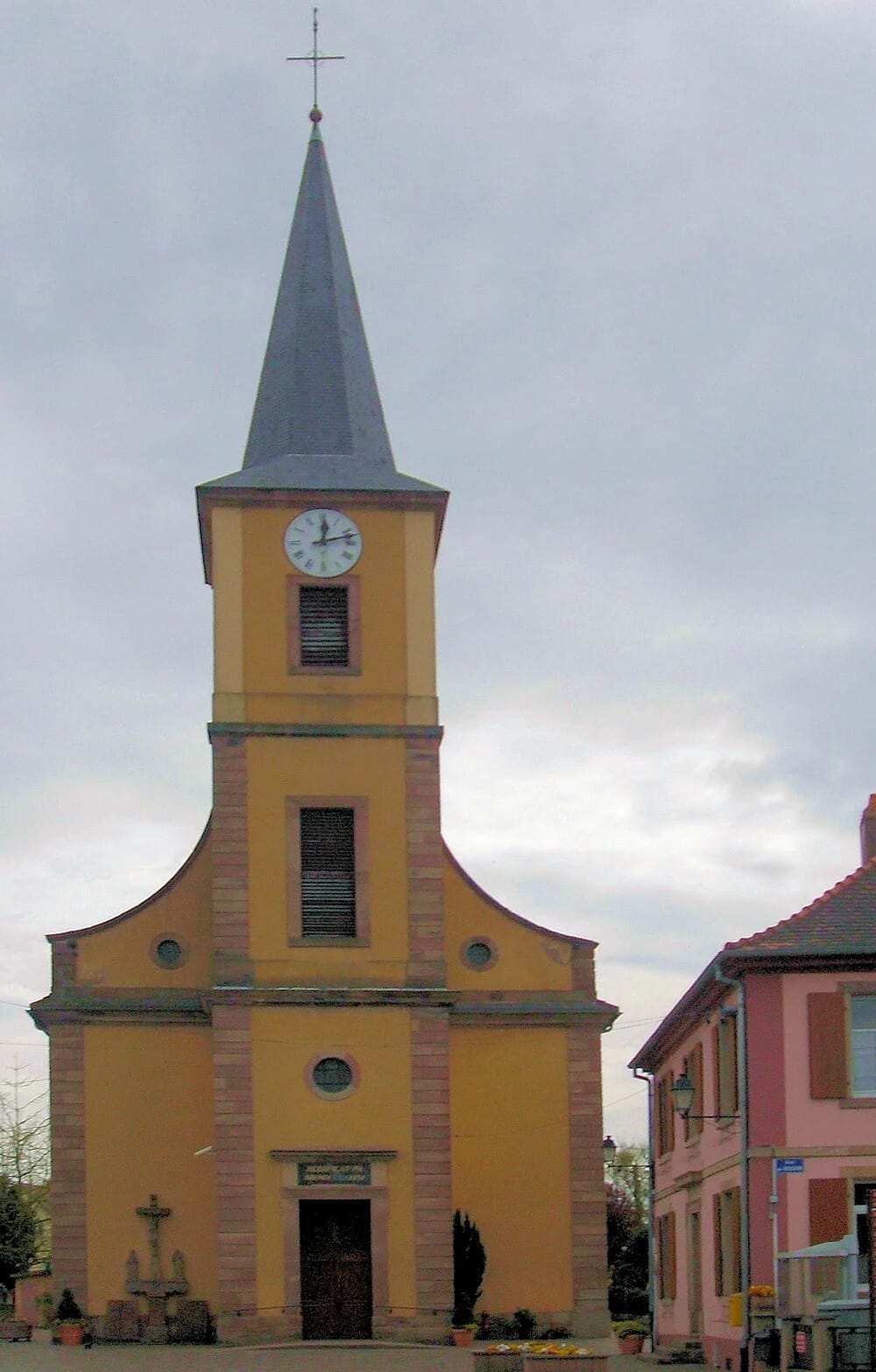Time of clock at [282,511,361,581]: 12:12
